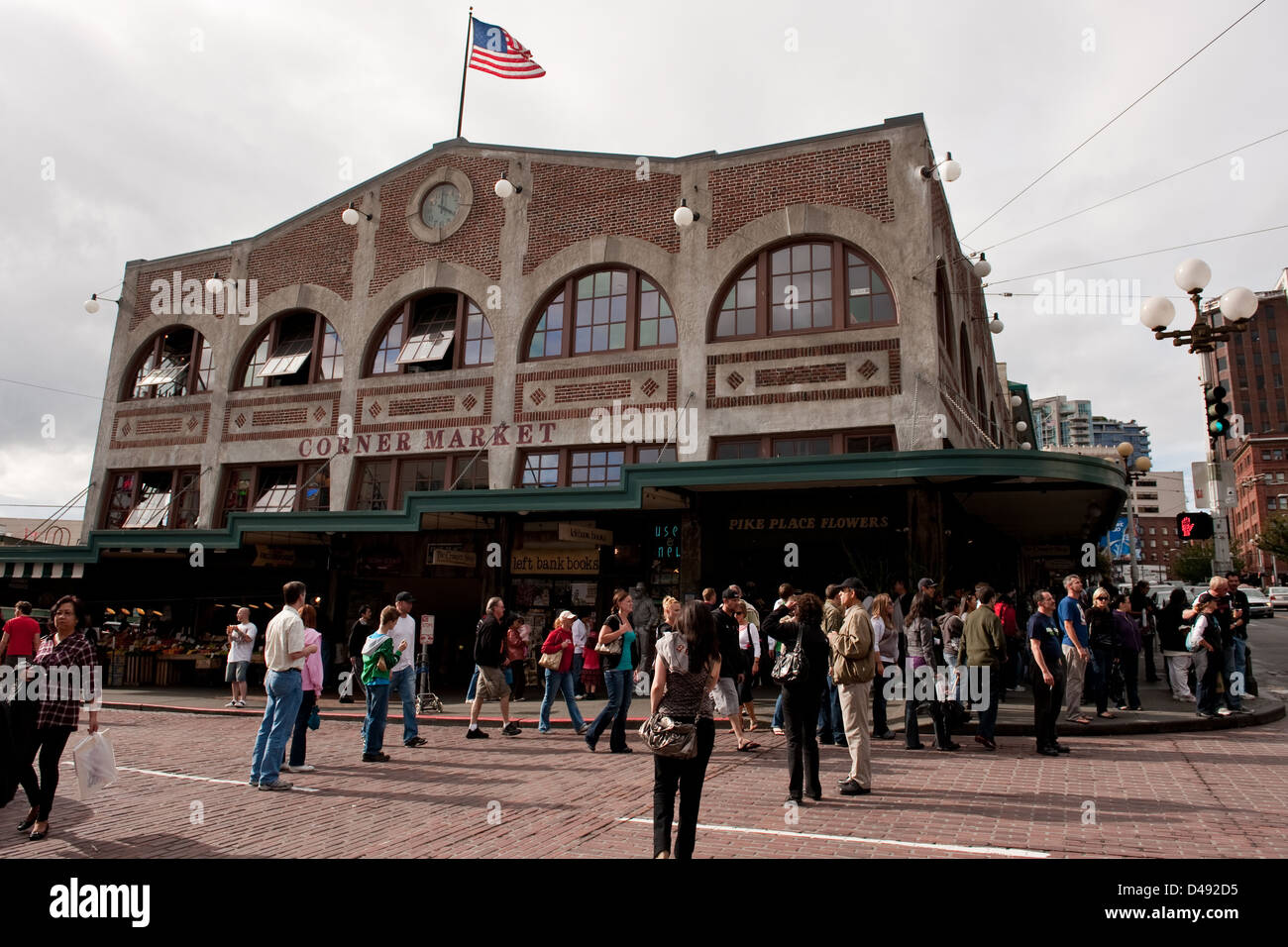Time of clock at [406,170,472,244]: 4:00
